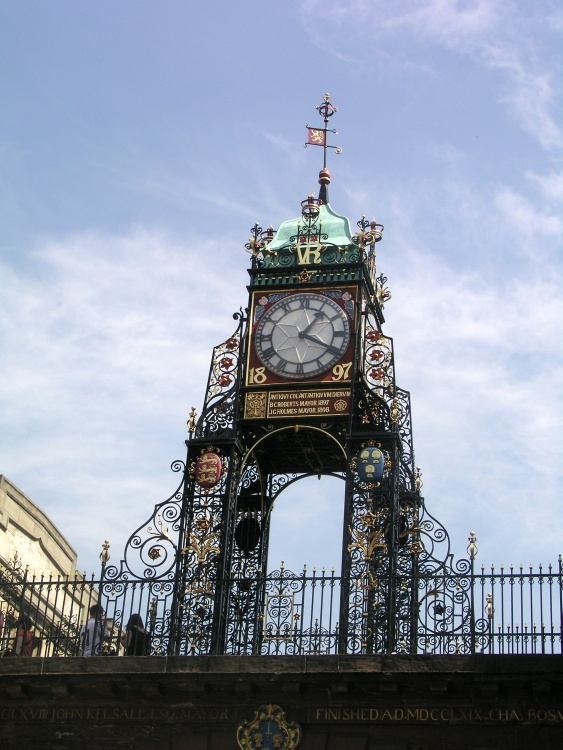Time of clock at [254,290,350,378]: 1:19
